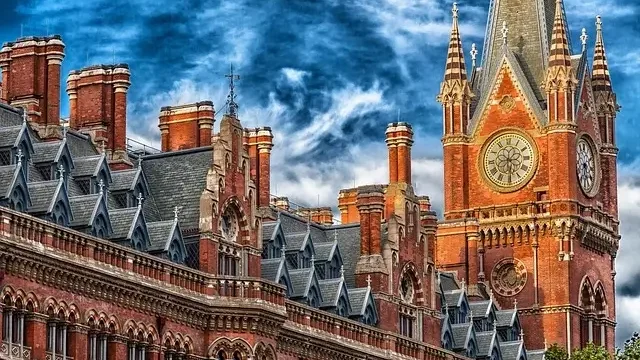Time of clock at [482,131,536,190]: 2:29
